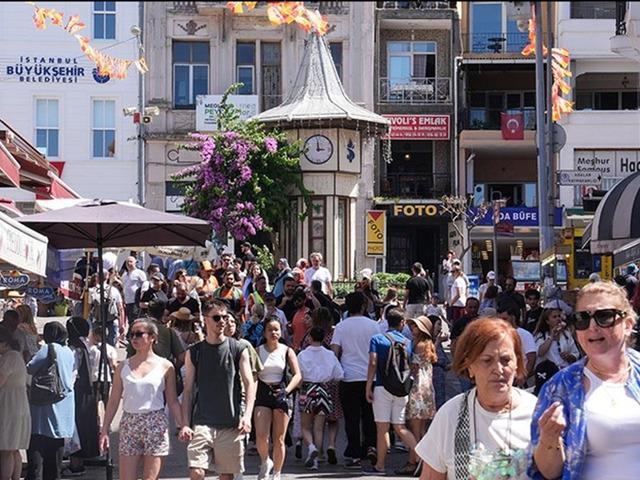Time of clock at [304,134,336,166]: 2:58
